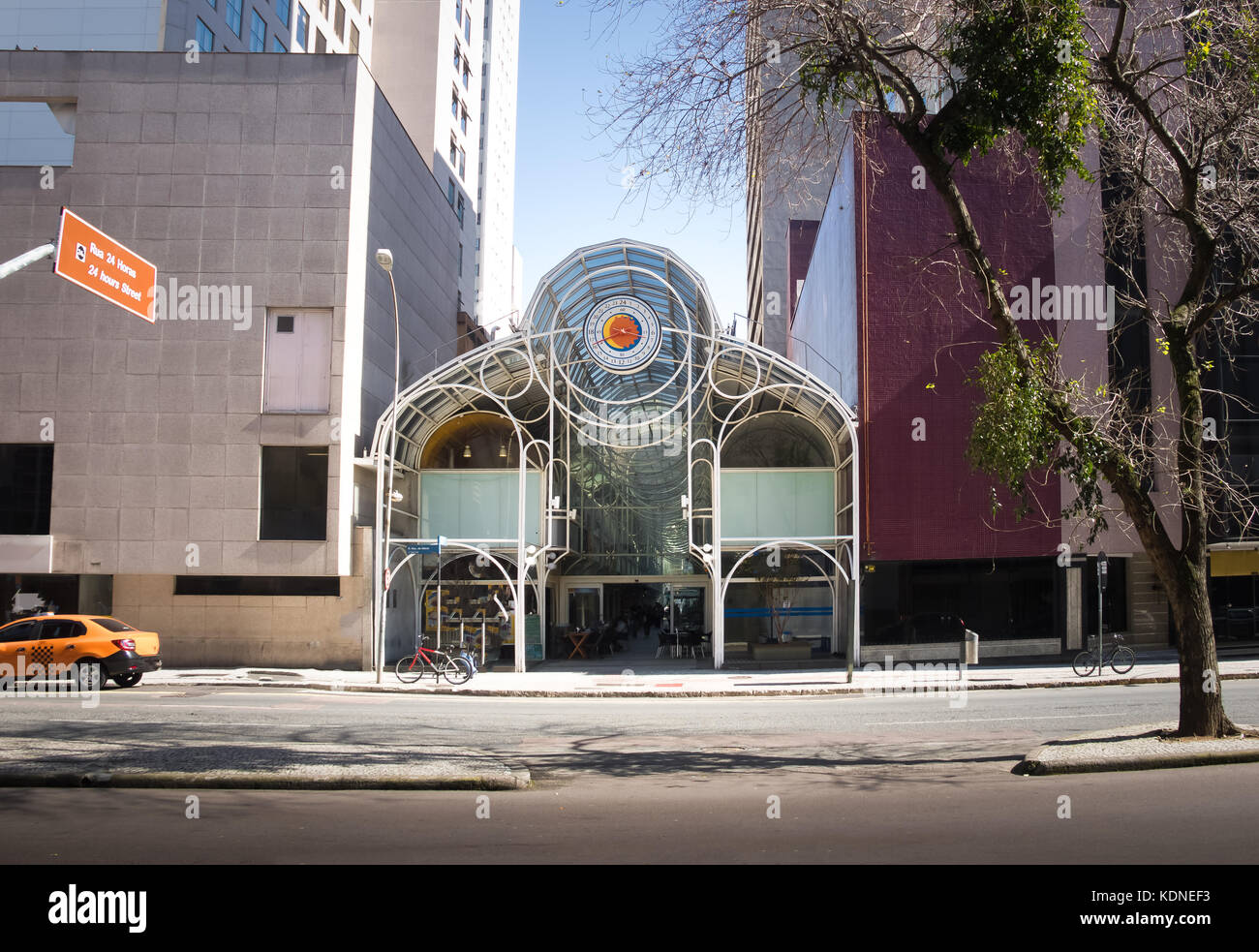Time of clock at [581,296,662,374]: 3:40
